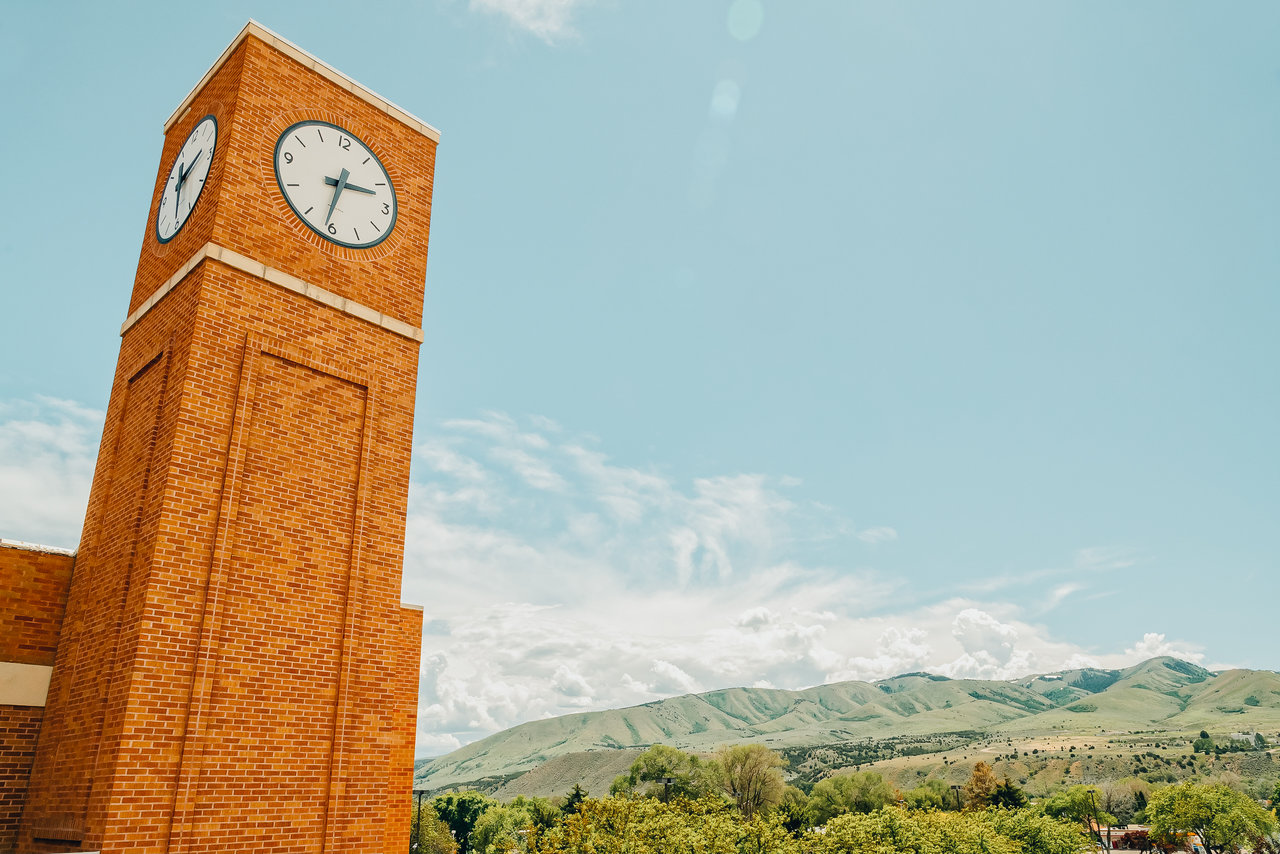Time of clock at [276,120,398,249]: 2:31
